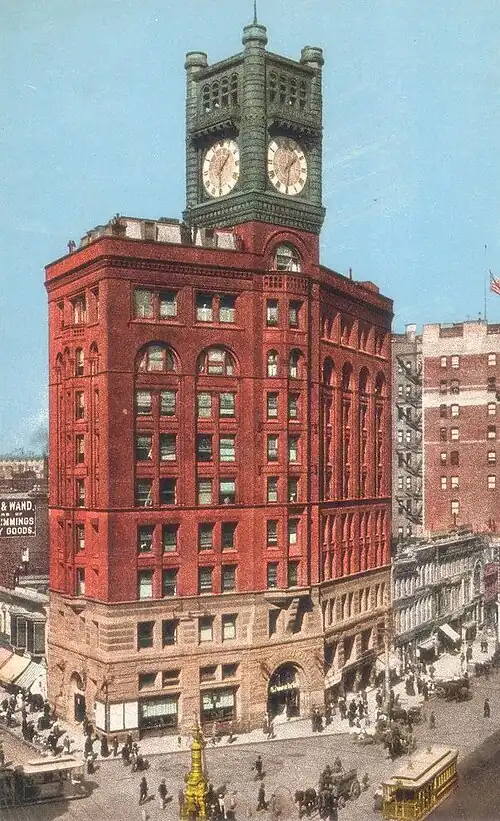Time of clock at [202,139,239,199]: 1:30
